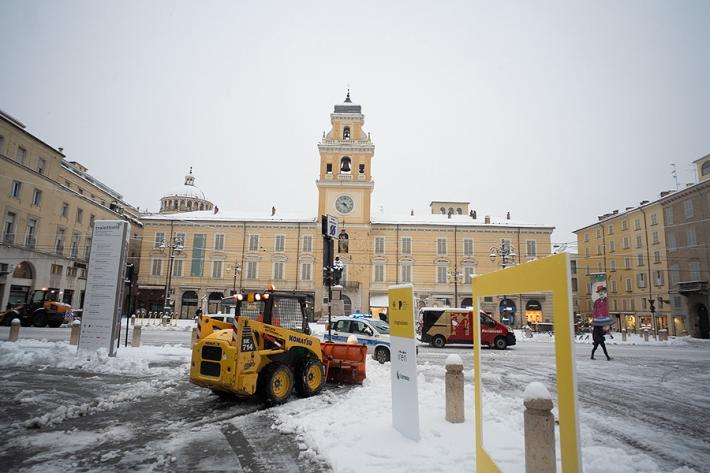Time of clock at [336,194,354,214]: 9:23
